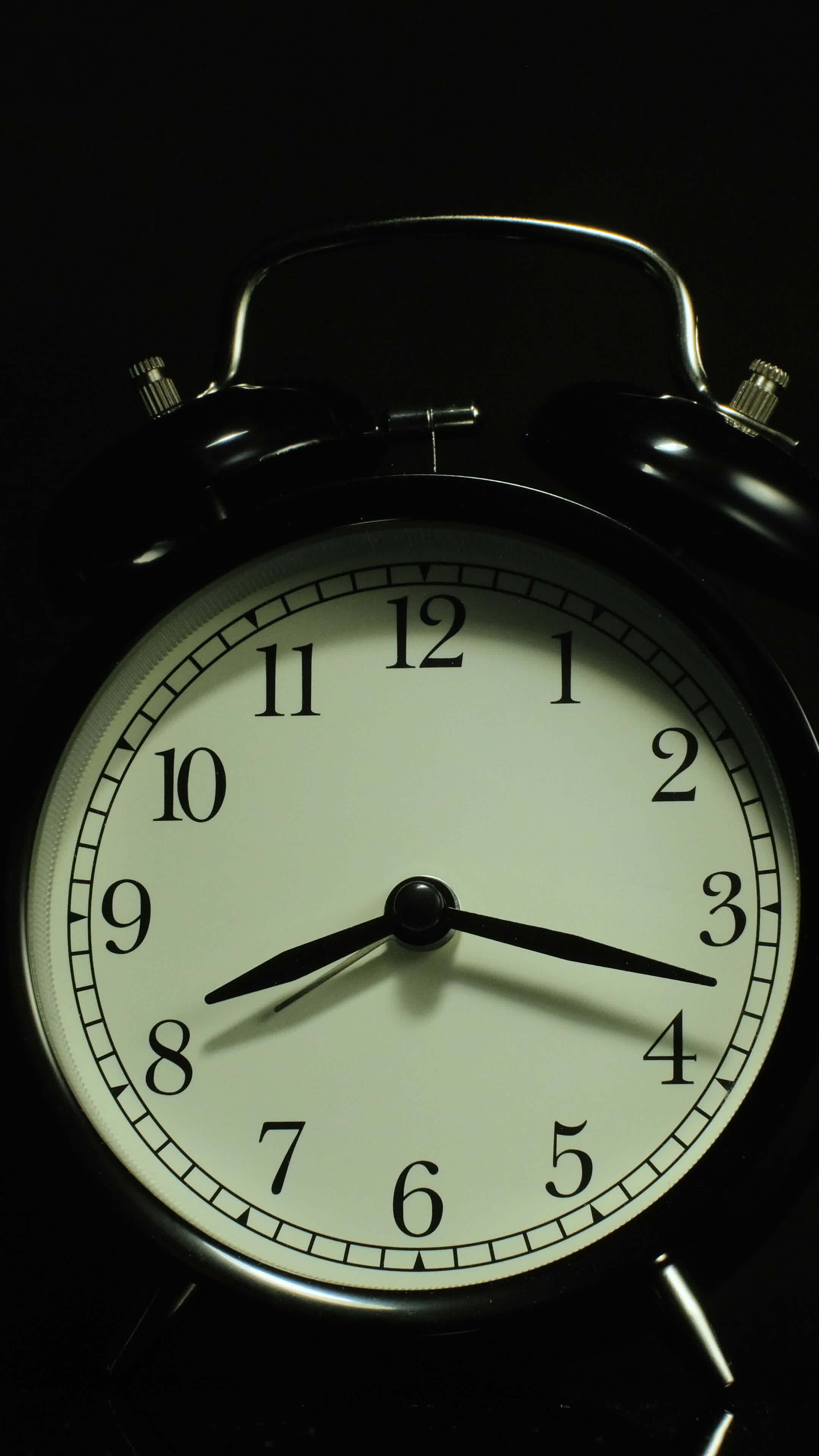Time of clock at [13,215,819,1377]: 8:17
